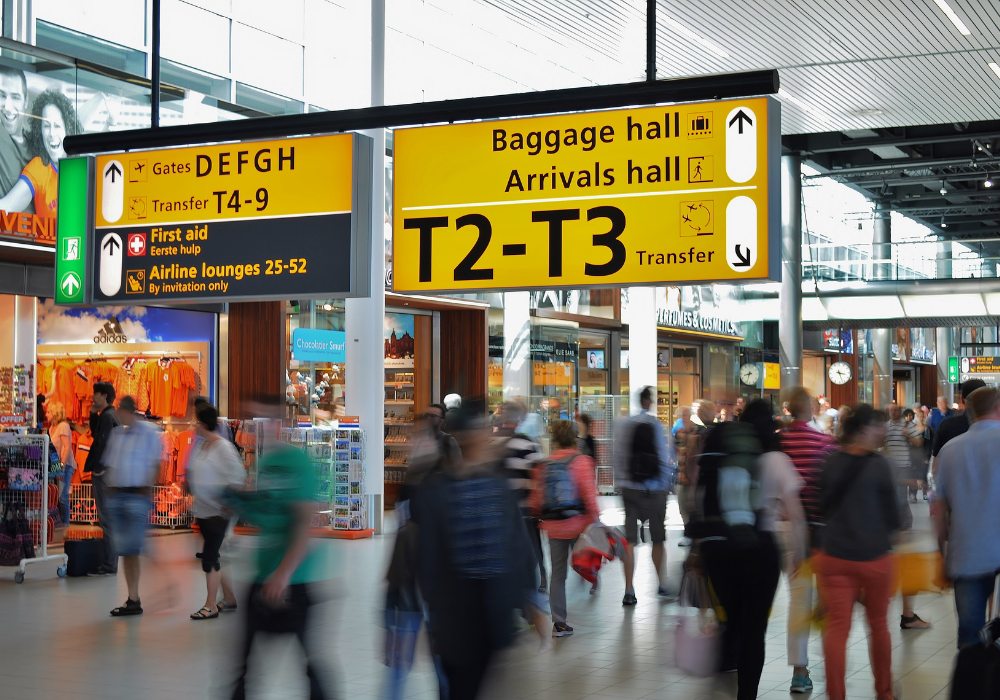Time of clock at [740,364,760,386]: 8:33
